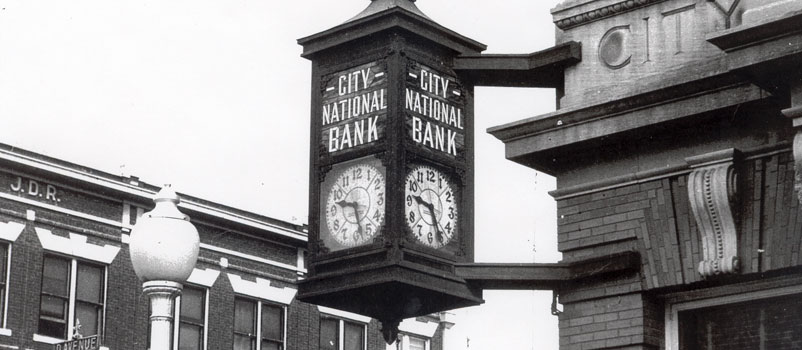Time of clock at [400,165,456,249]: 9:25
